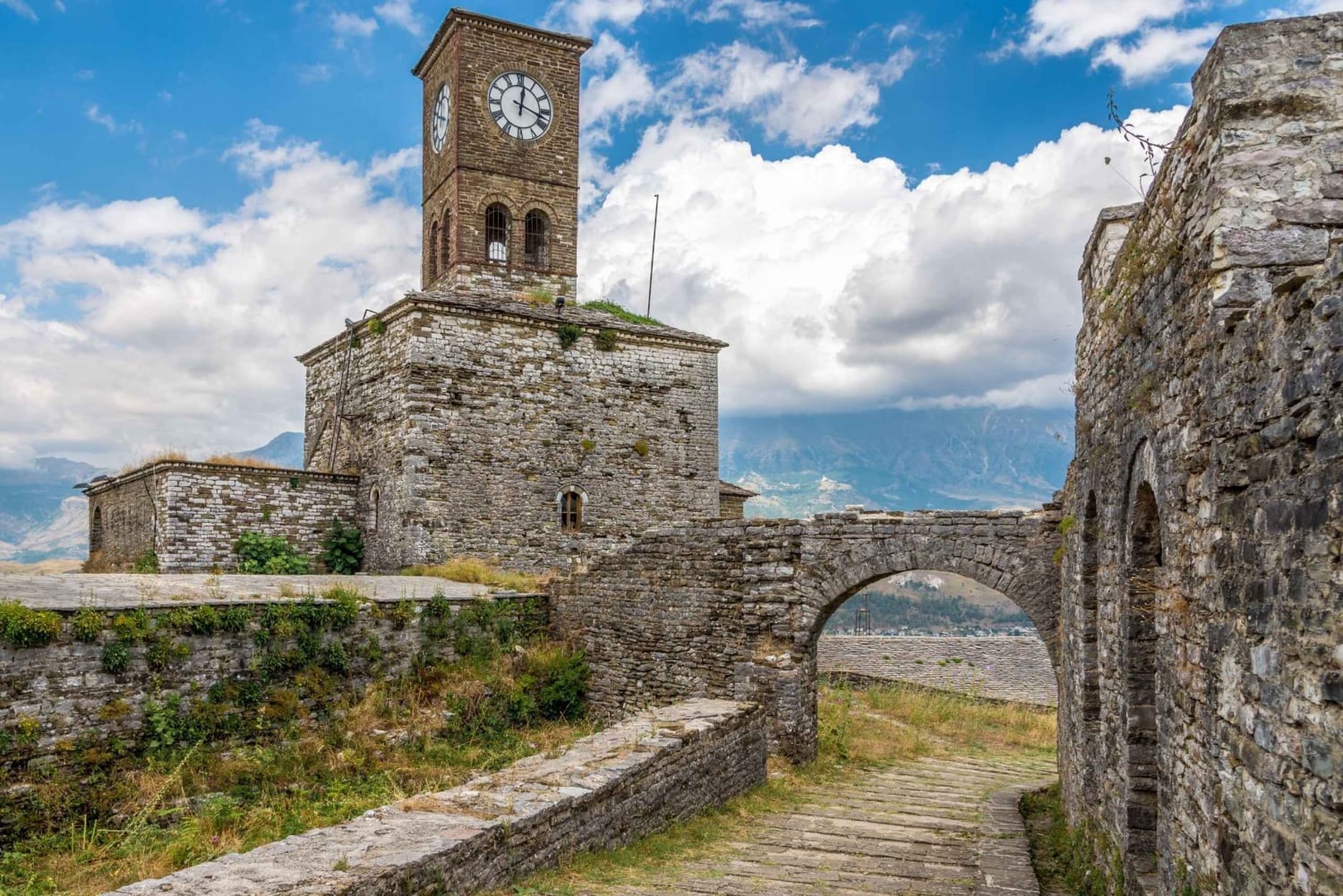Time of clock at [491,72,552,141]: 12:18
